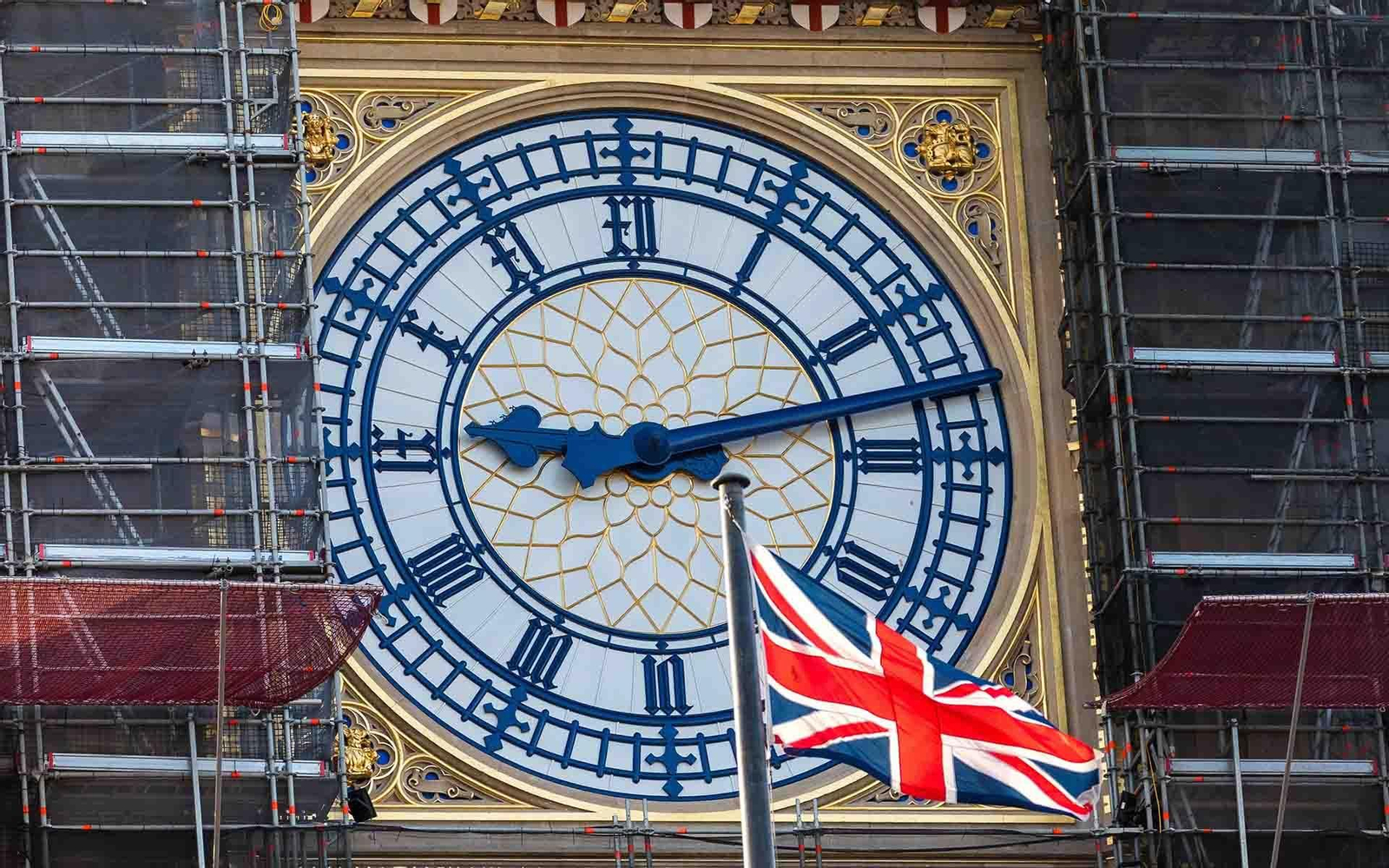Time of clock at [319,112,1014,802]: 9:12
